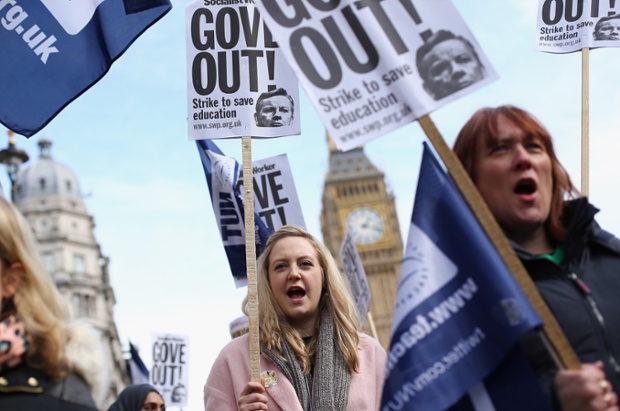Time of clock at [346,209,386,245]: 1:18
